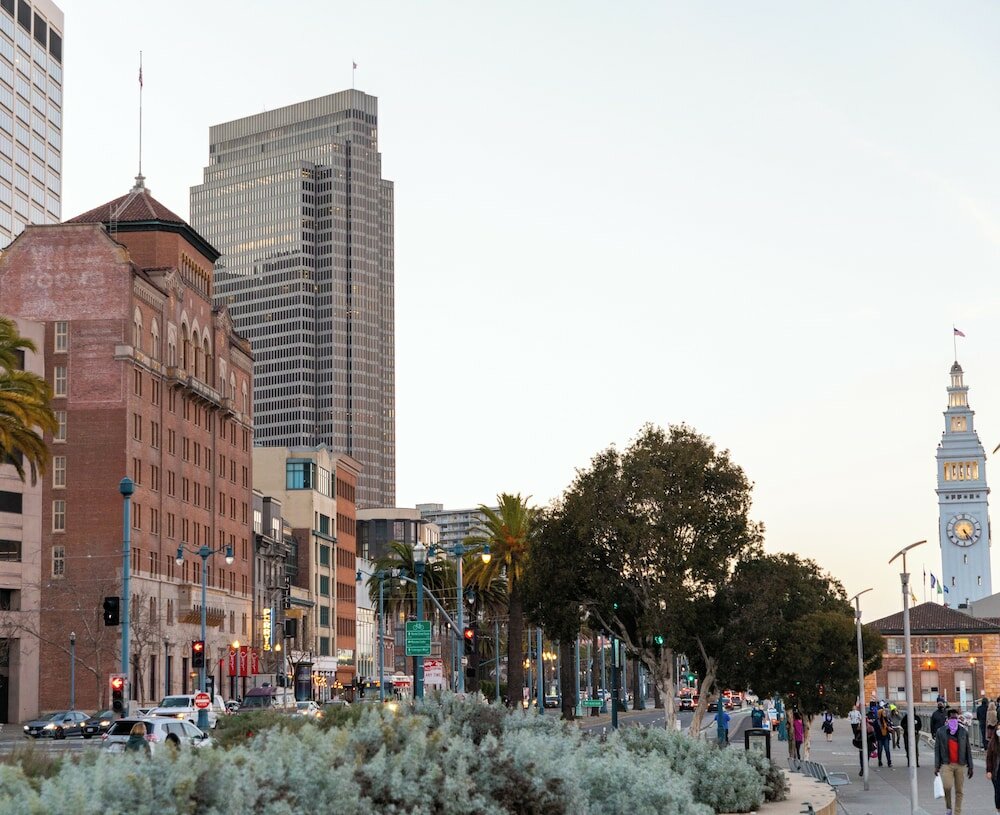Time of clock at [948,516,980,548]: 5:23
